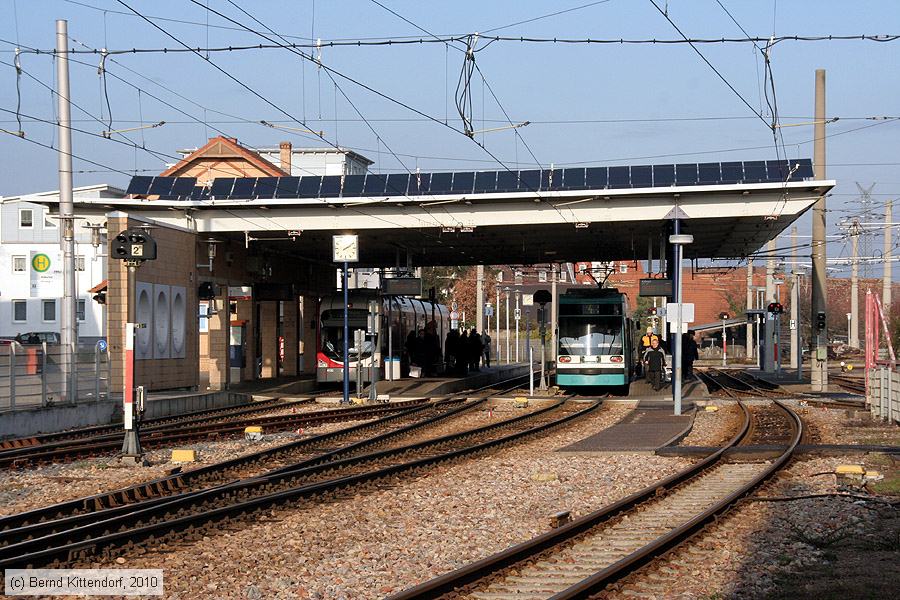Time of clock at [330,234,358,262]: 2:09
